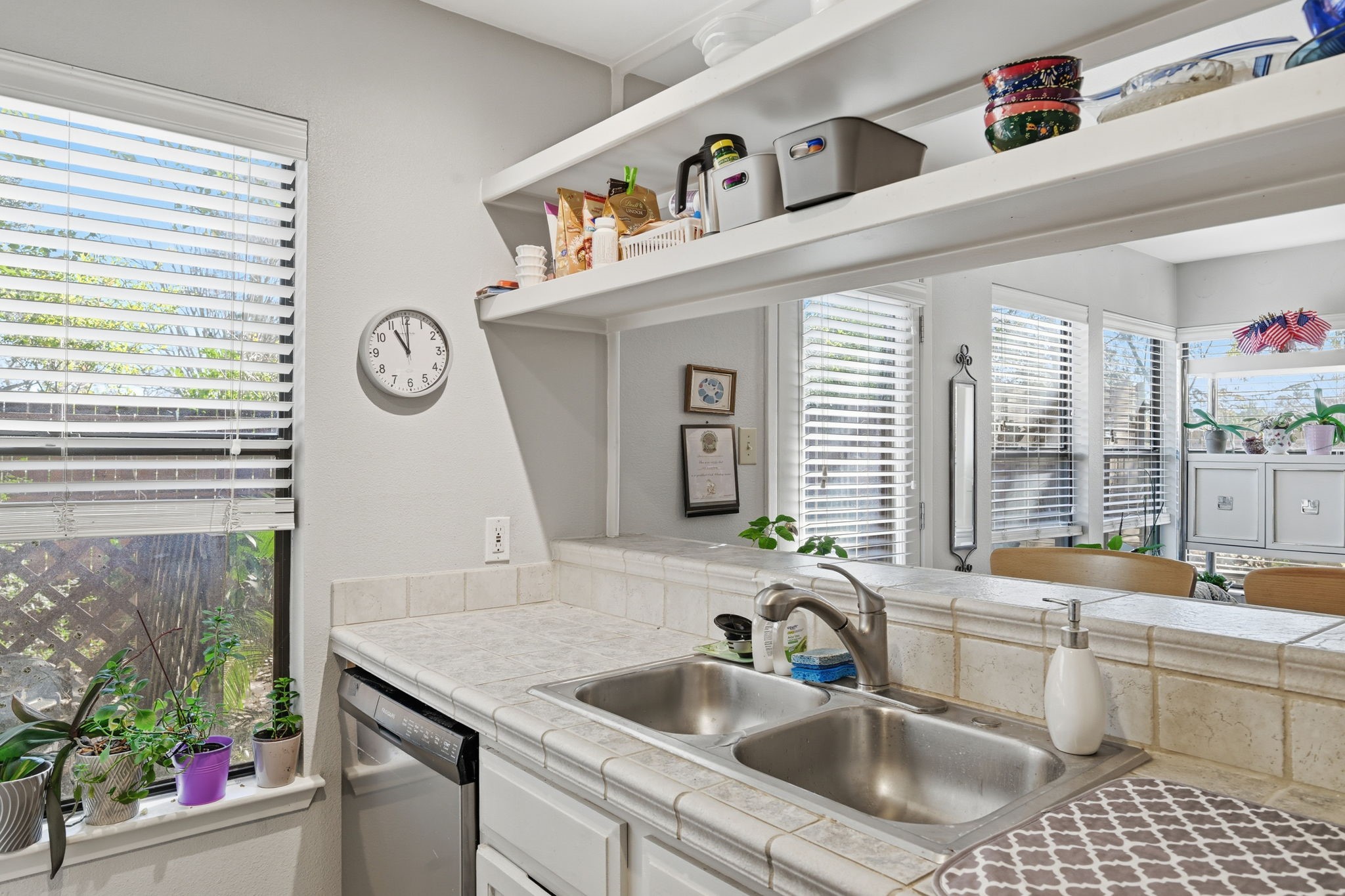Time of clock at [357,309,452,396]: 11:00
